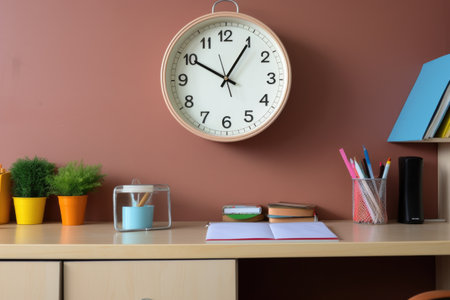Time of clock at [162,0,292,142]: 10:05
